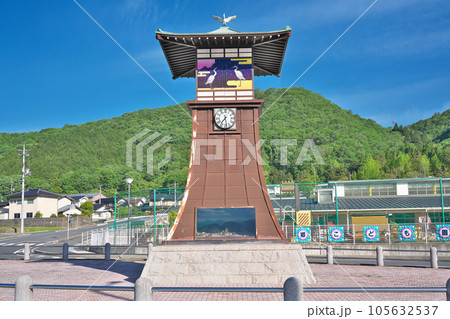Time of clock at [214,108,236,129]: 7:28
